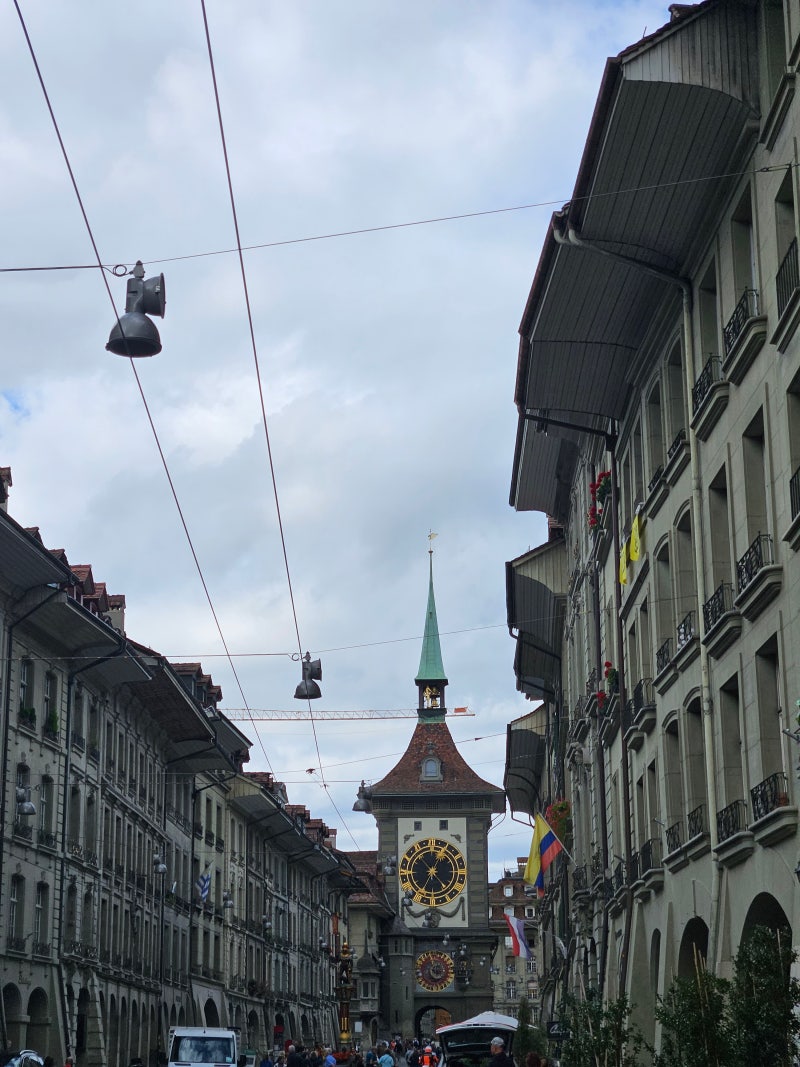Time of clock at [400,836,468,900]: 12:53
